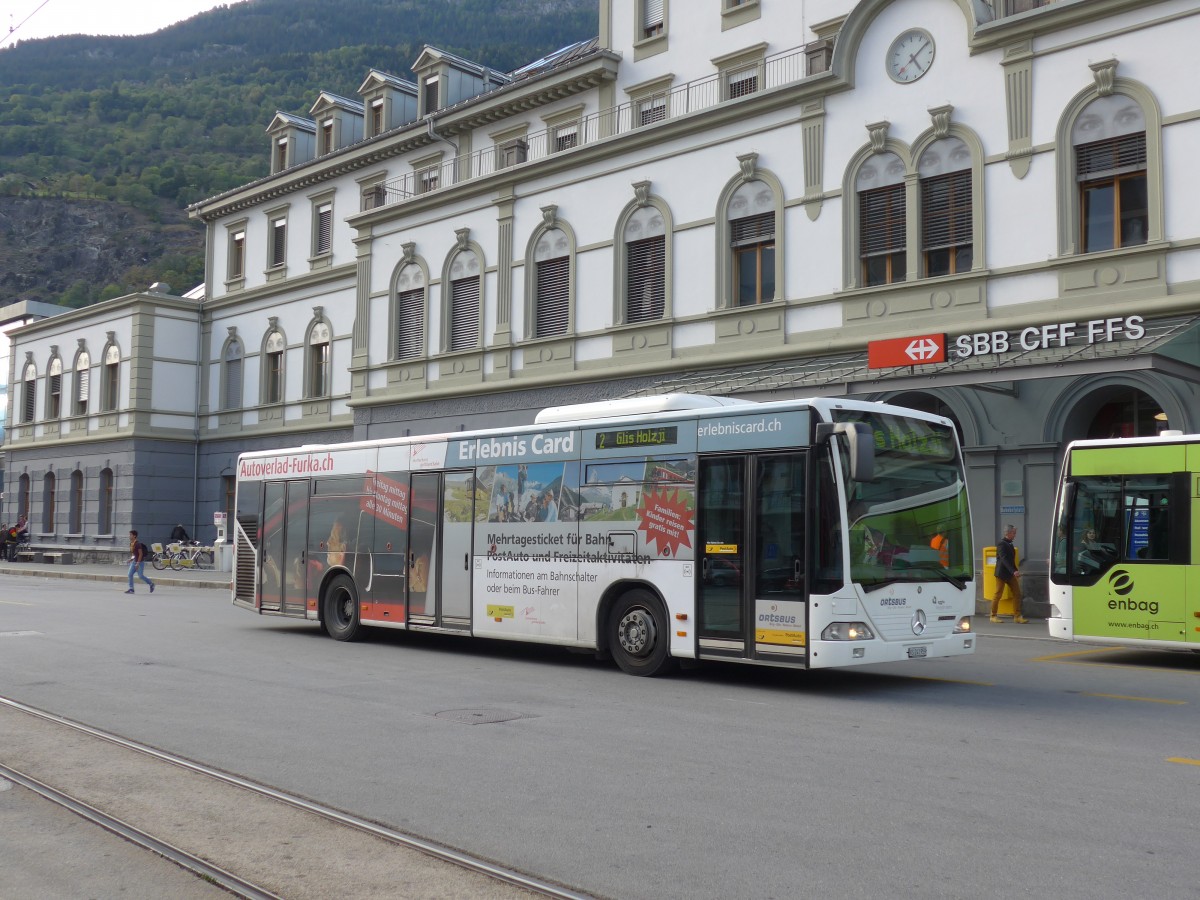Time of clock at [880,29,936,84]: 5:09
